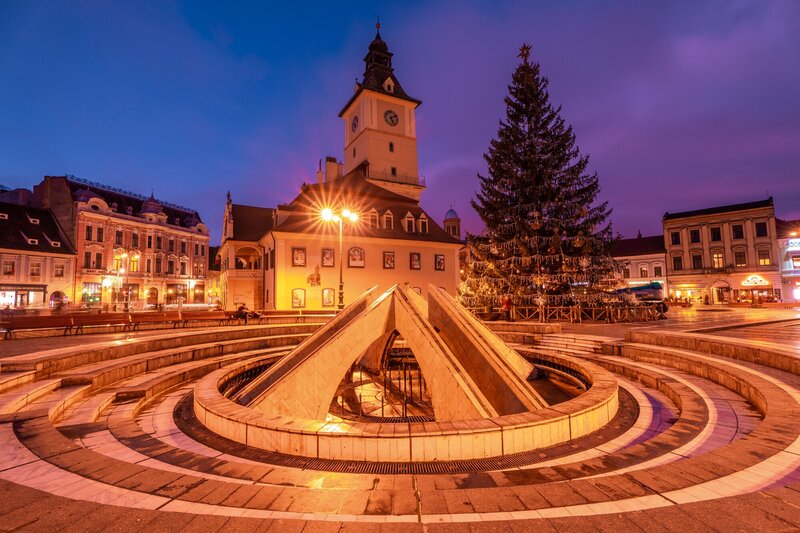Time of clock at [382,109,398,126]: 5:11
